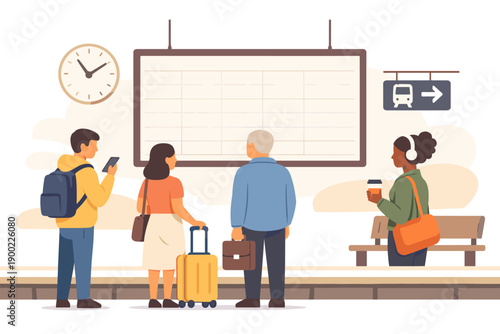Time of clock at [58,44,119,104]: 1:53
